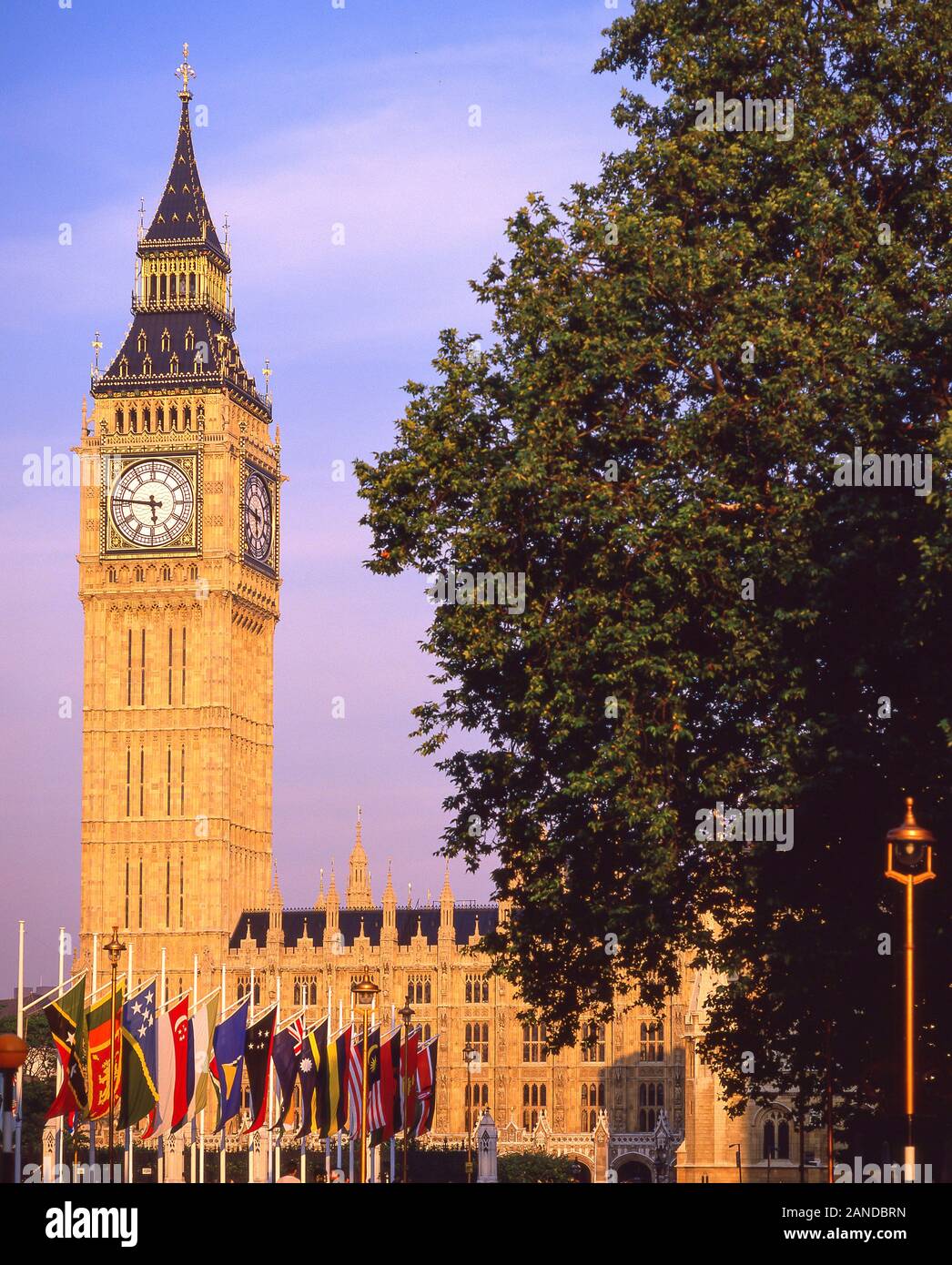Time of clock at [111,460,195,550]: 5:46
